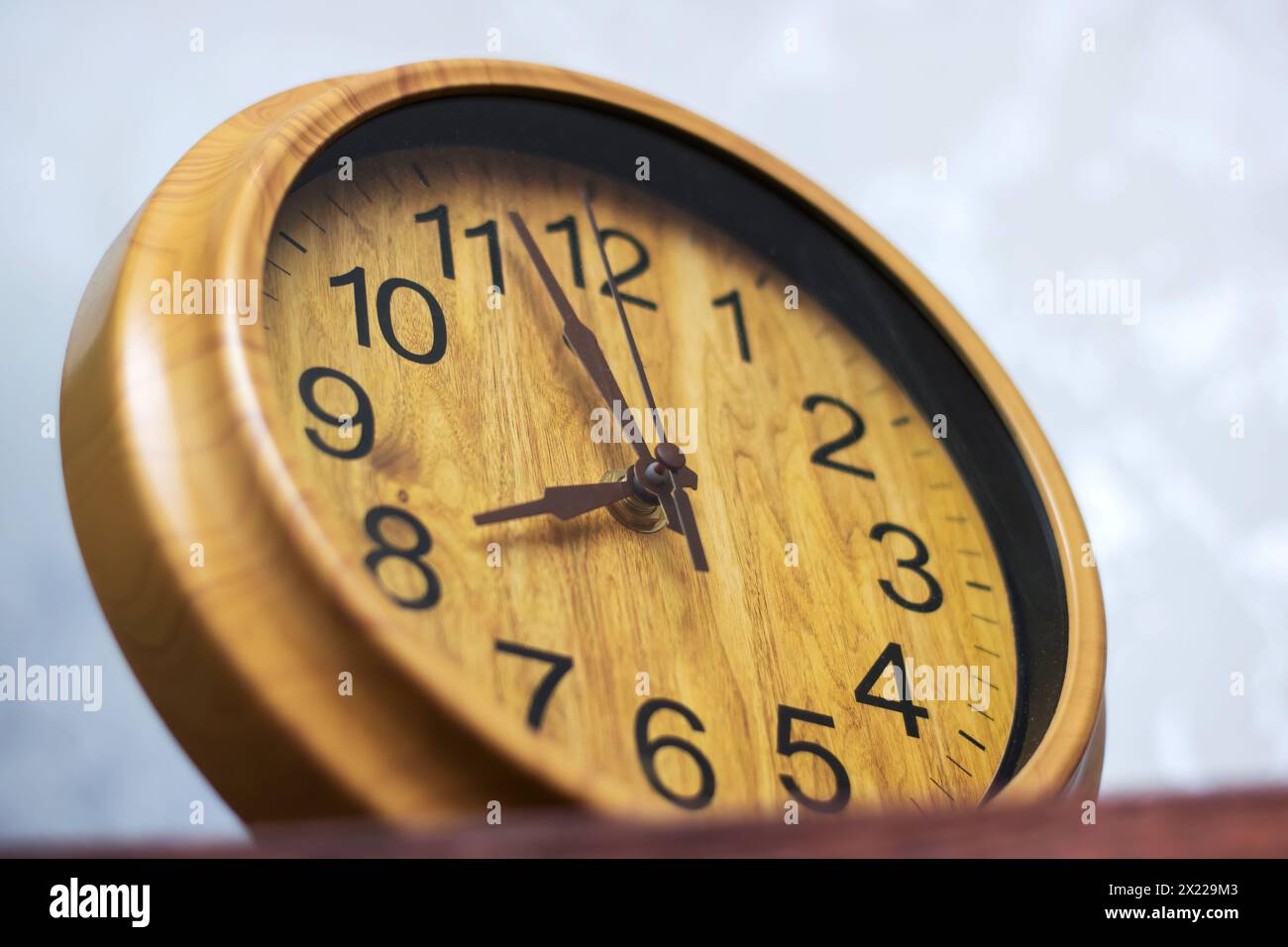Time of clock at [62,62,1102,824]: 7:57
